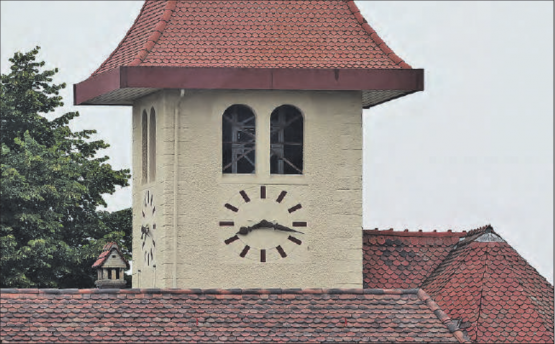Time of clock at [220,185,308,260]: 8:17
